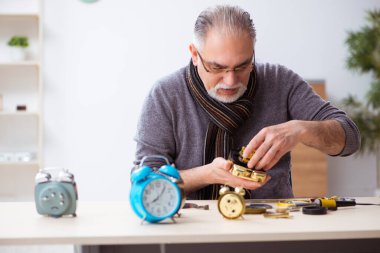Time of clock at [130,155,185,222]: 8:06
